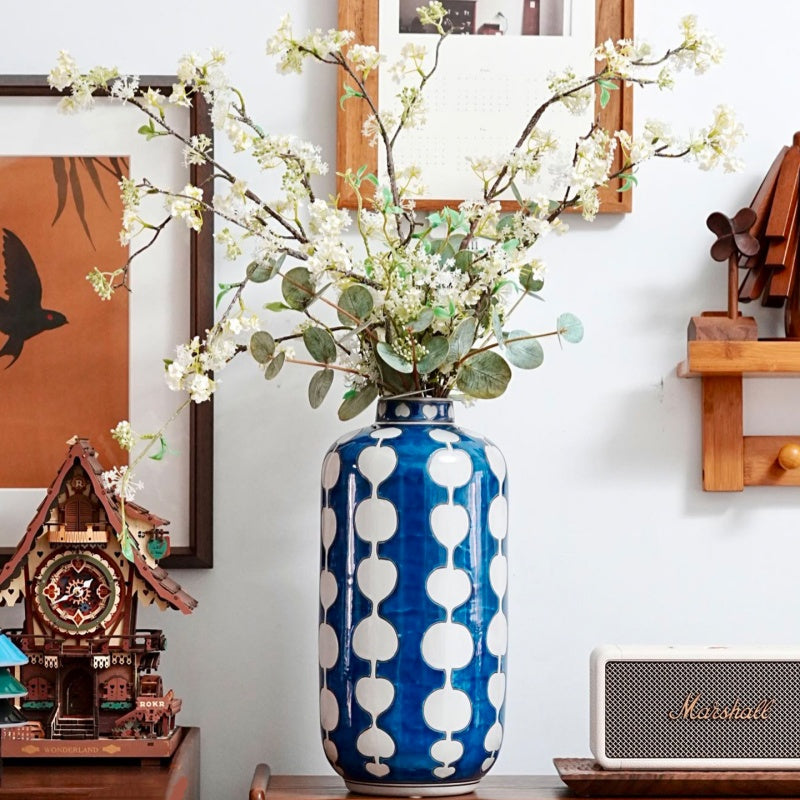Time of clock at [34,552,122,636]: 1:40
